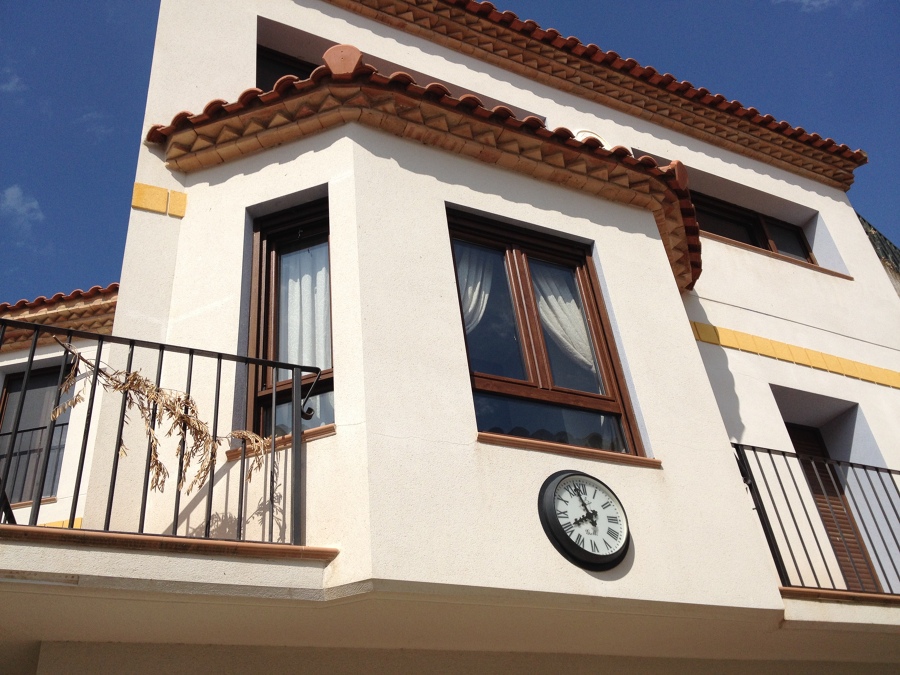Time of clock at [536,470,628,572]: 7:57
